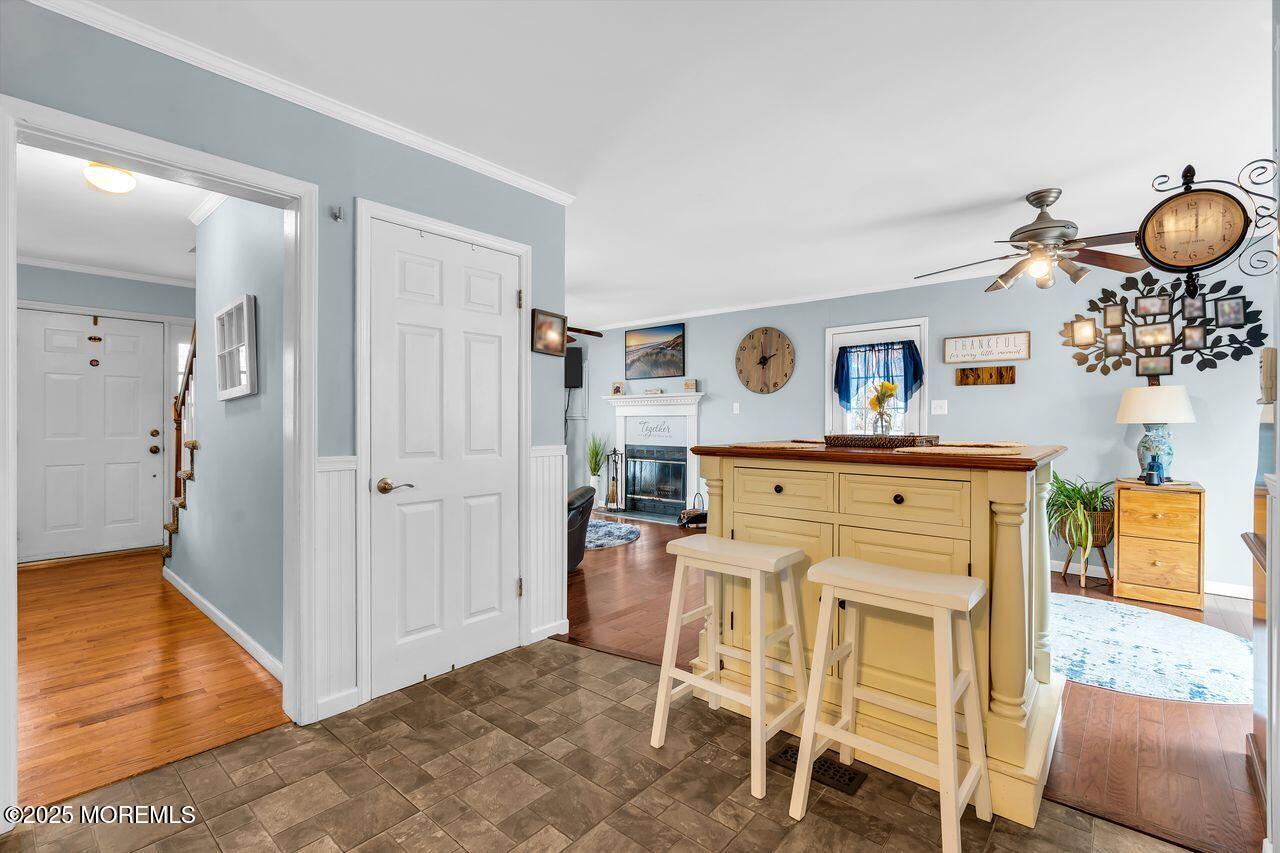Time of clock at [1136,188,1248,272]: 12:00
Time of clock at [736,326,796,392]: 1:59
